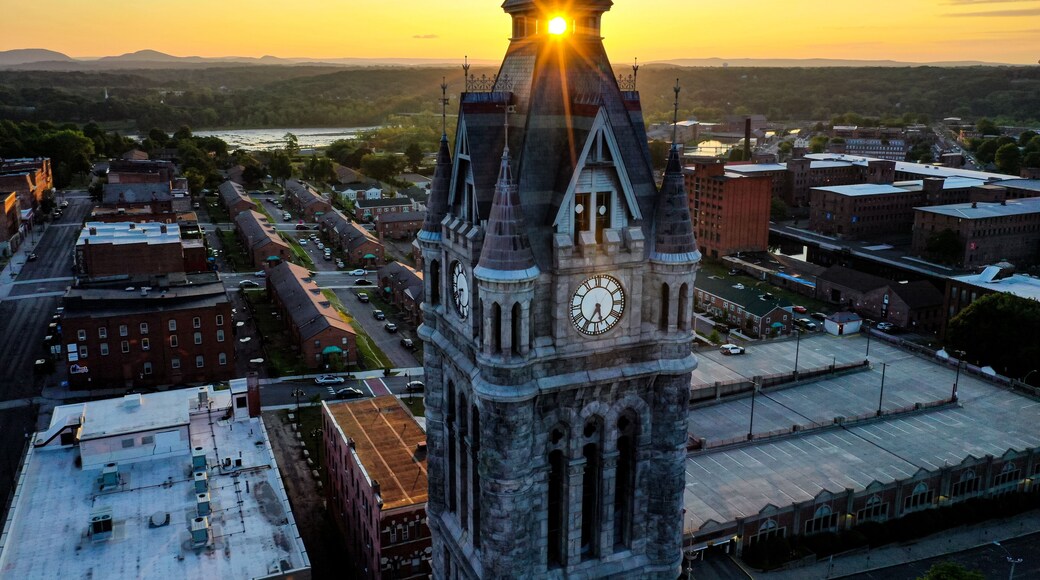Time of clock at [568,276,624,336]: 5:34
